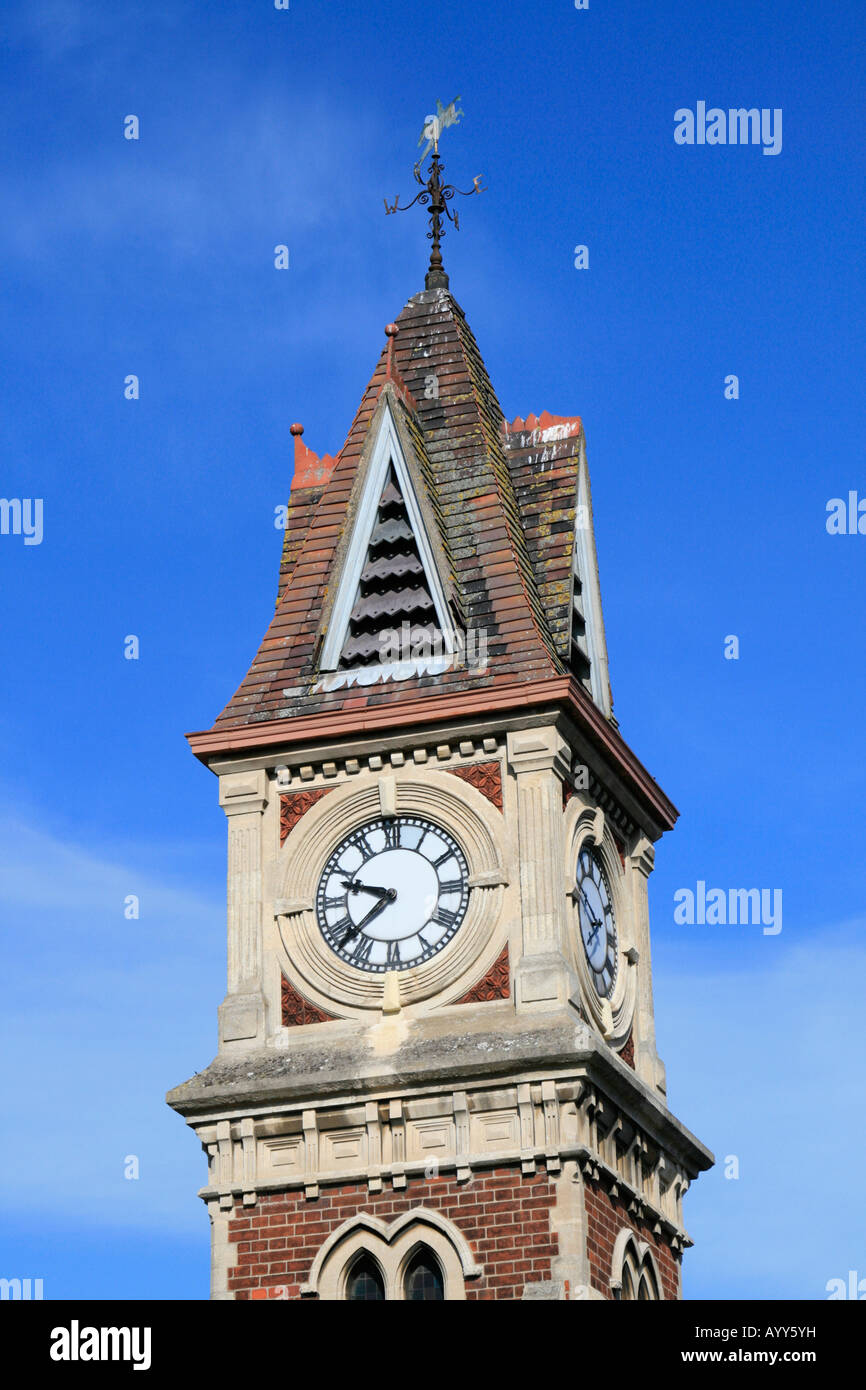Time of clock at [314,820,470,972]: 9:38
